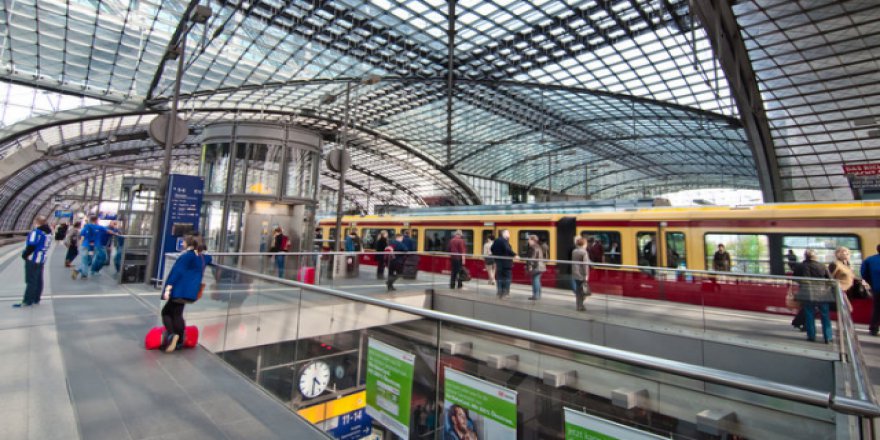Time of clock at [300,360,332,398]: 4:31
